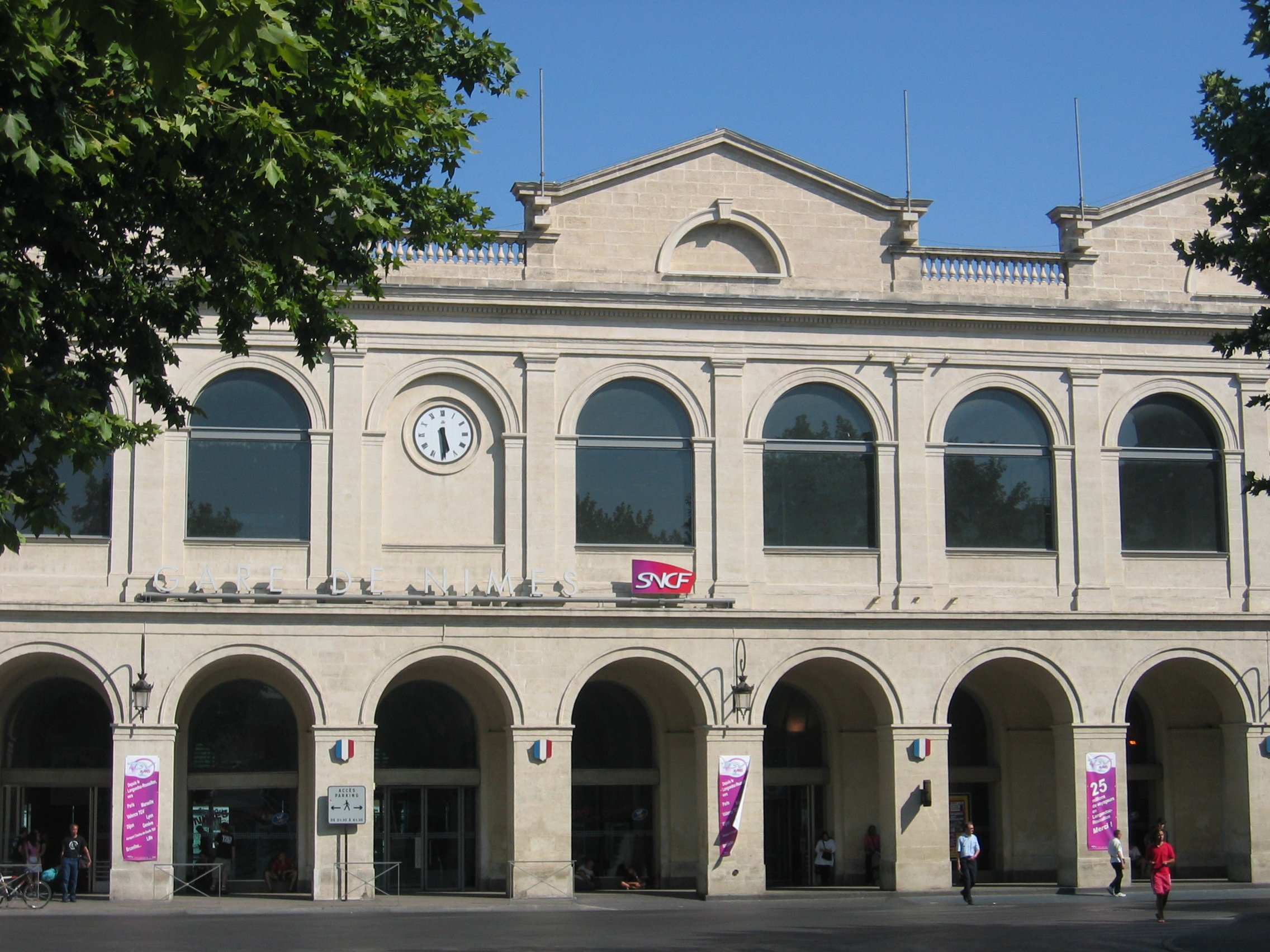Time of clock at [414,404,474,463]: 5:29
